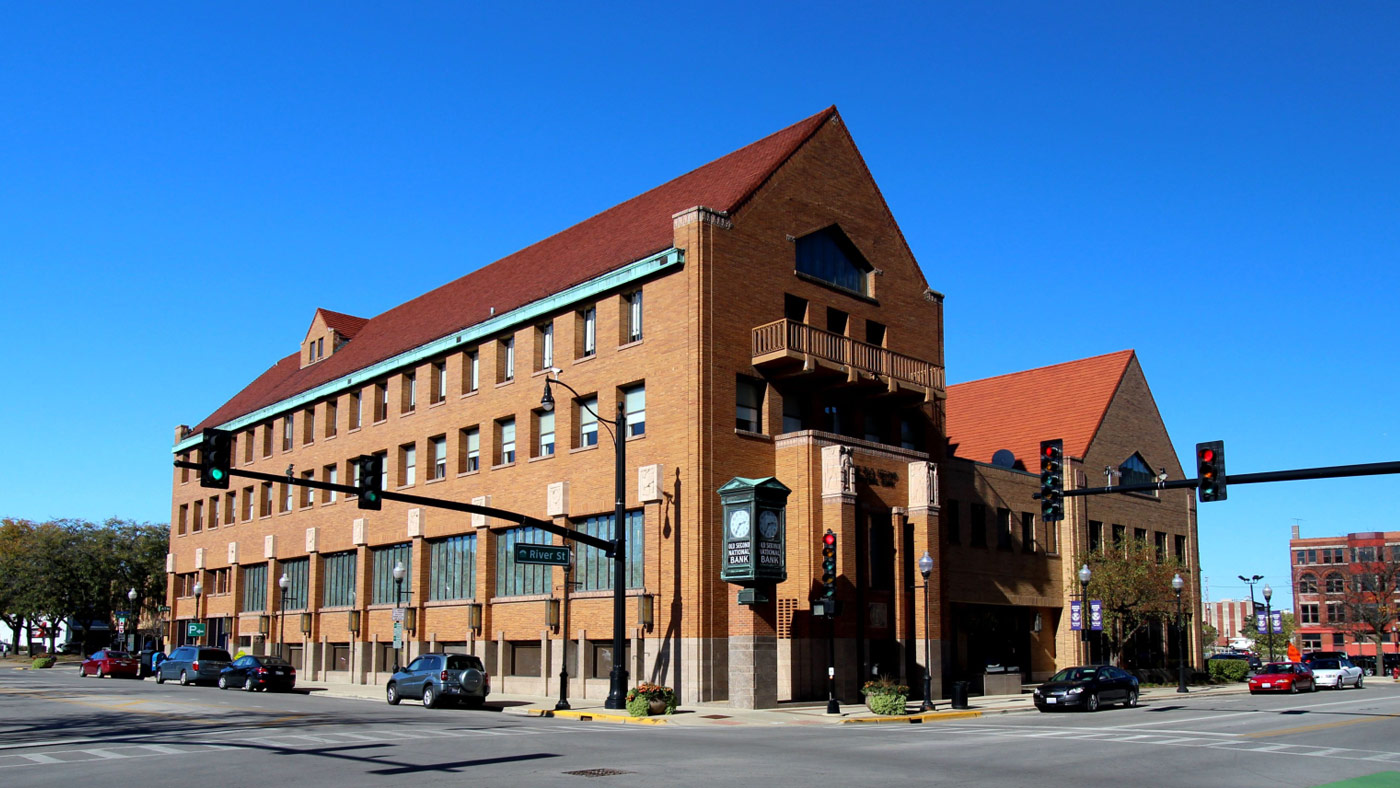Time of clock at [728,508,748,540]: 2:36
